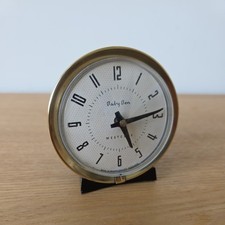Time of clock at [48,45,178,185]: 5:13
